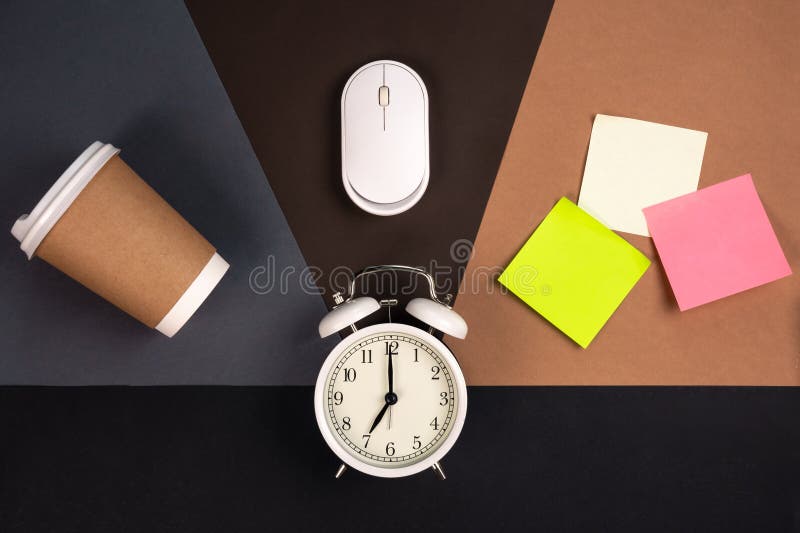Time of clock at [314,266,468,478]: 7:00
